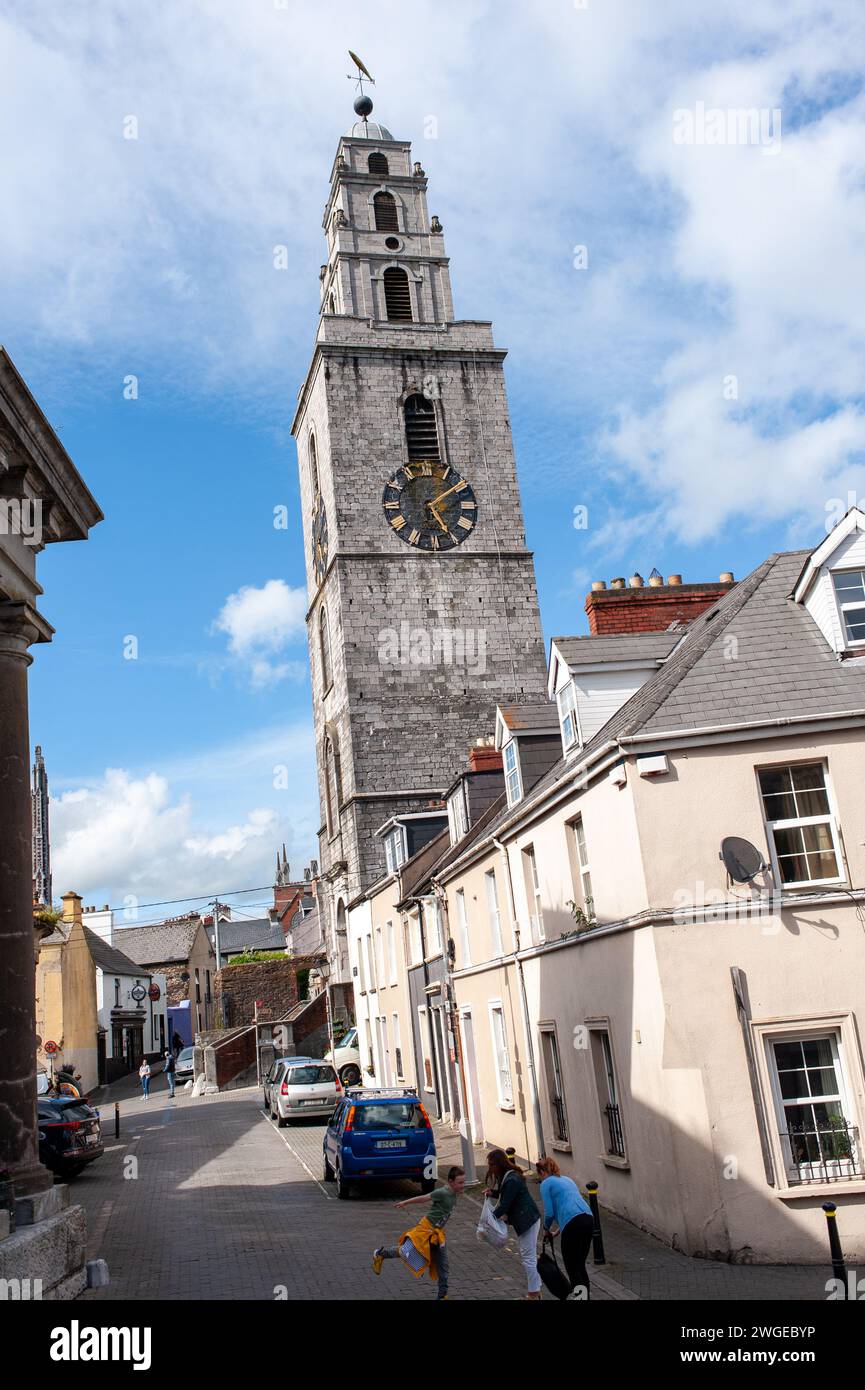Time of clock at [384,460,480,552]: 5:08
